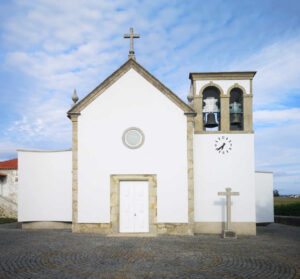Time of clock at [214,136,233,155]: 6:38
